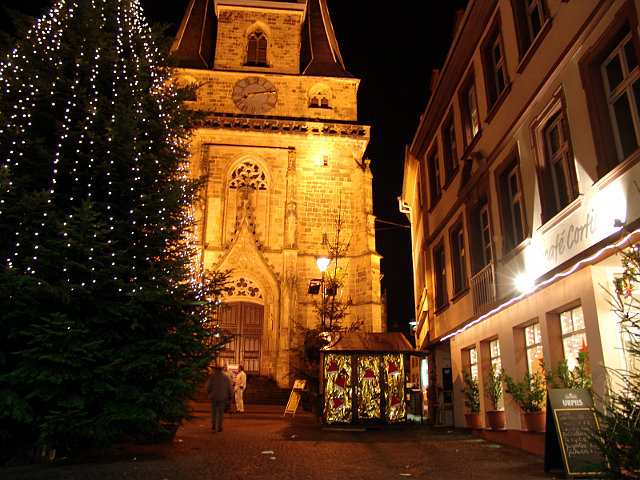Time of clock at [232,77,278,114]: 8:12
